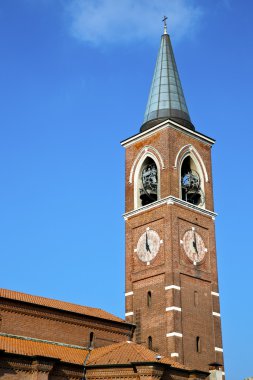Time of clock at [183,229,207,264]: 4:59
